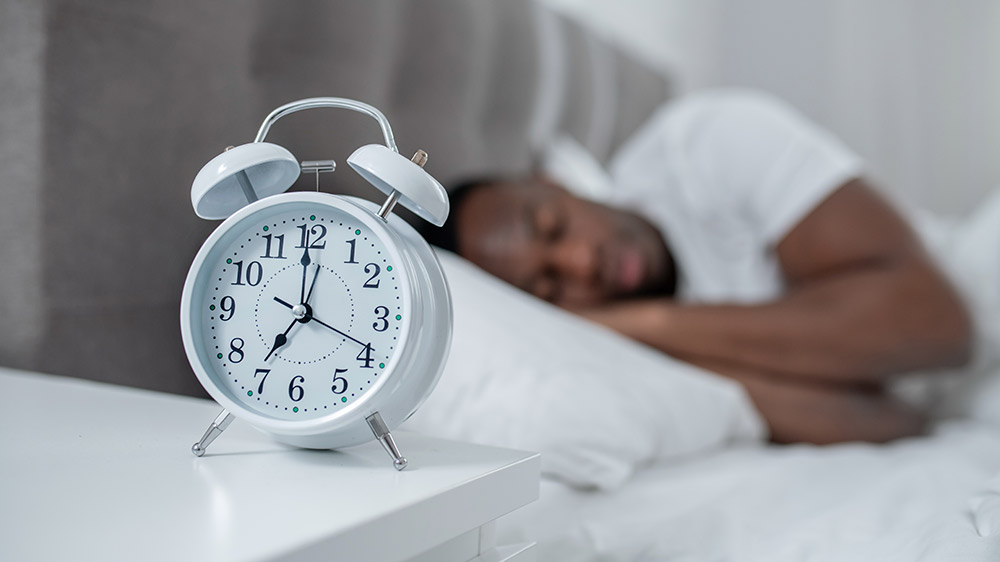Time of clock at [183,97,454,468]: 6:59
